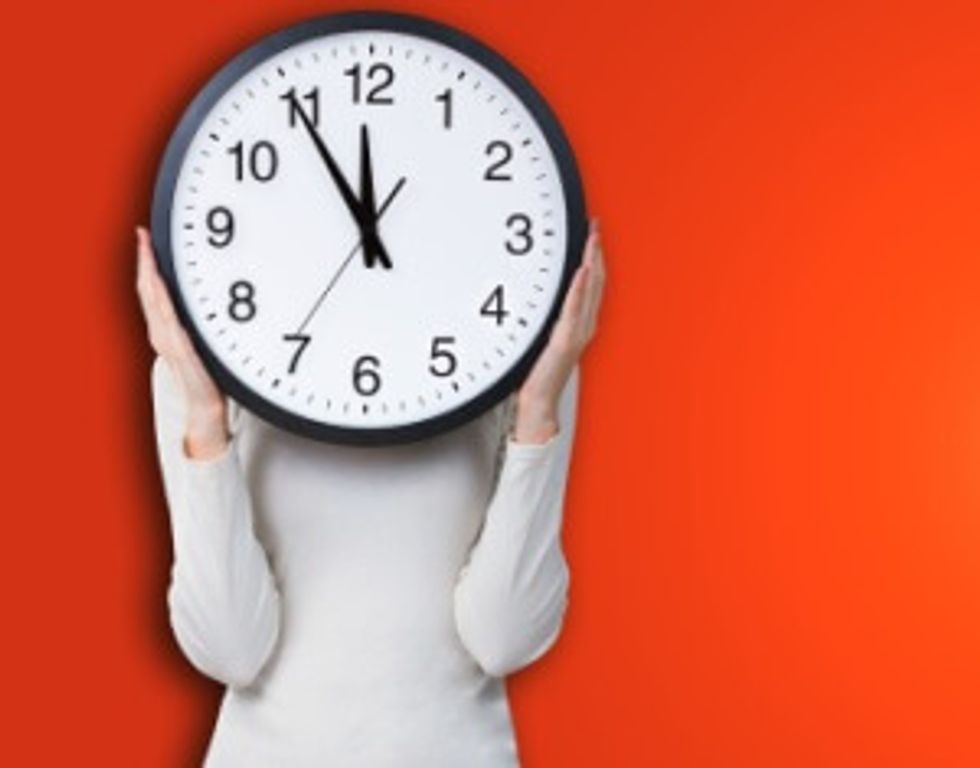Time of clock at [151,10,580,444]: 11:54
